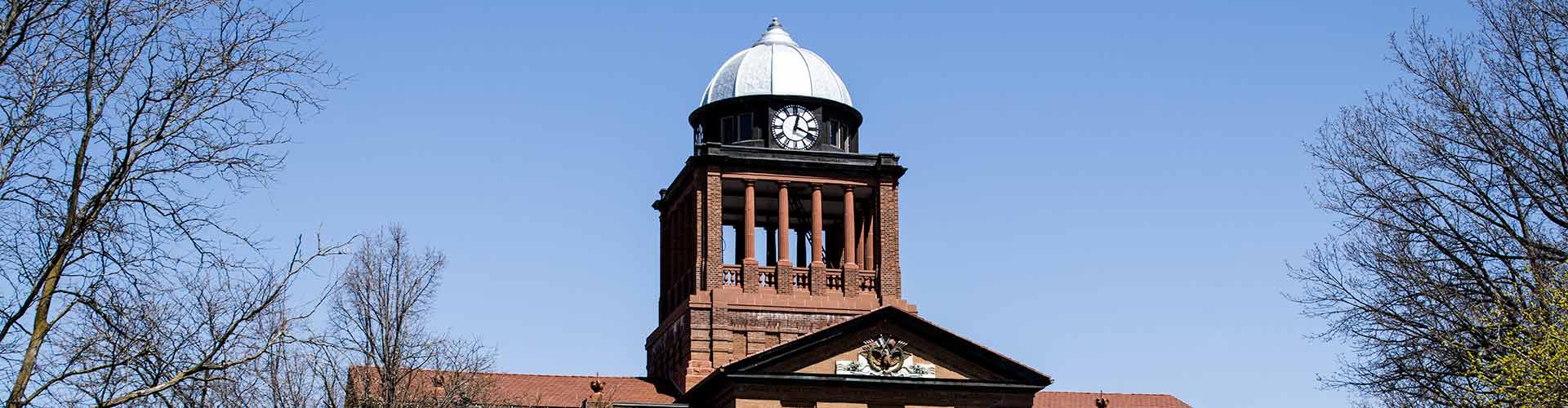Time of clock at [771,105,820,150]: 12:18
